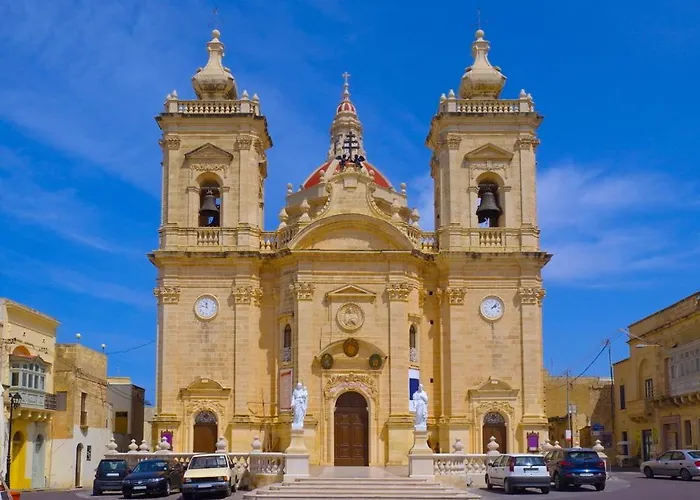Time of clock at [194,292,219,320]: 11:46
